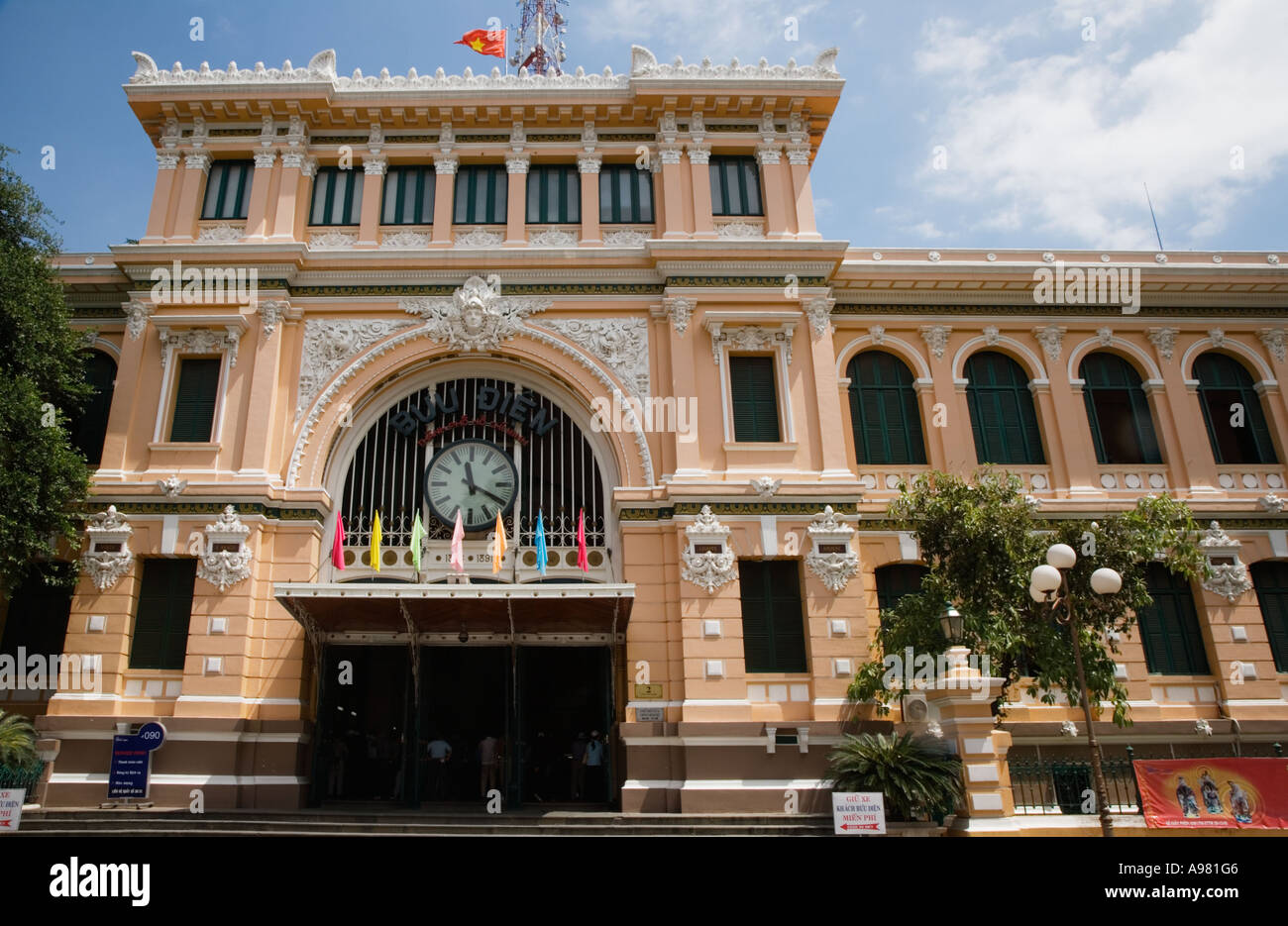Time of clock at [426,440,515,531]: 11:19
